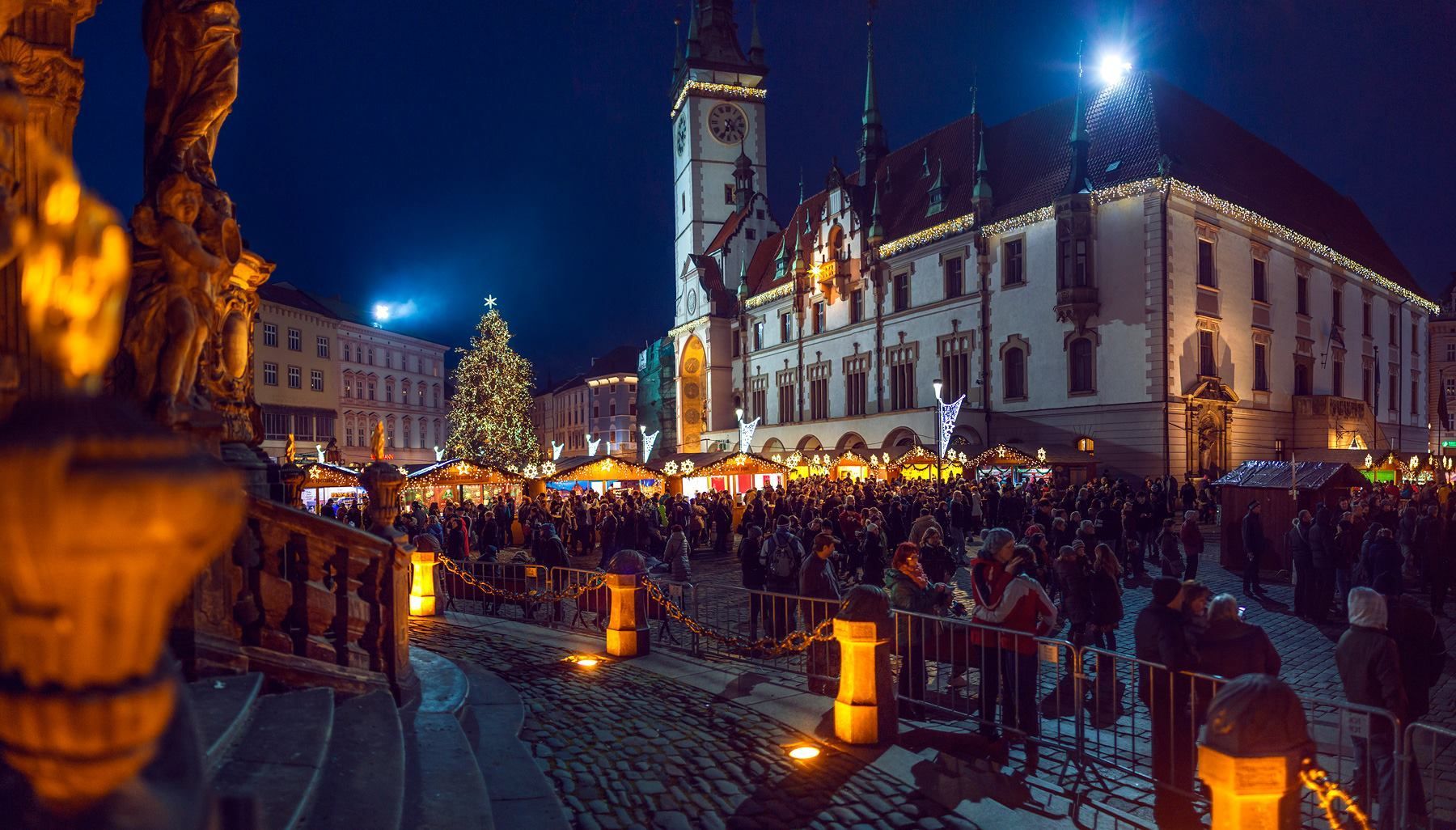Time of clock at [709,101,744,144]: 4:34
